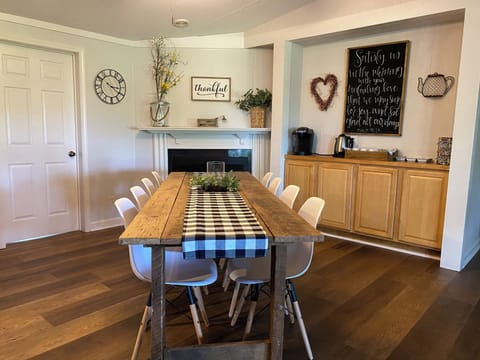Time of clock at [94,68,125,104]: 3:20
